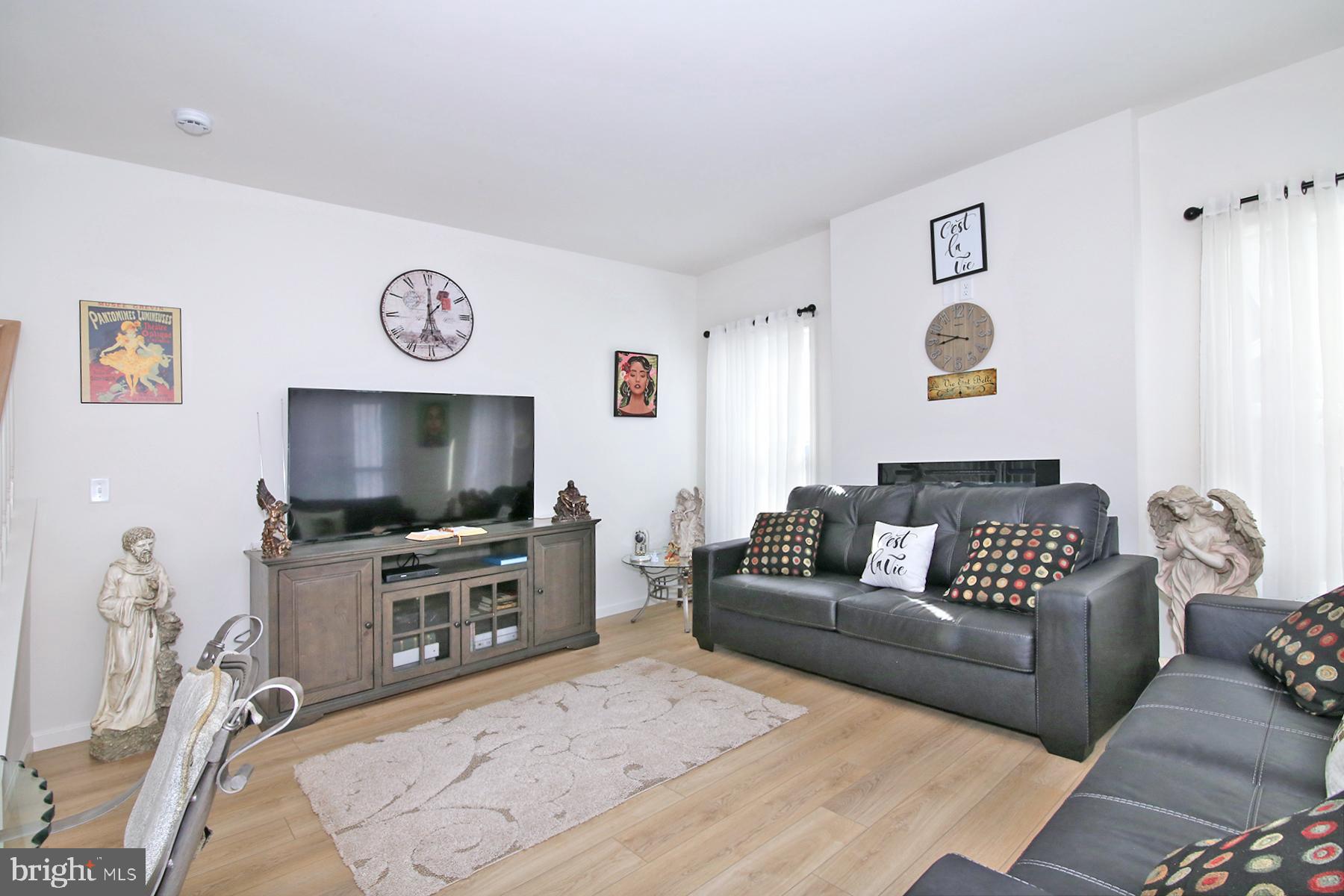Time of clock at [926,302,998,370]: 8:48
